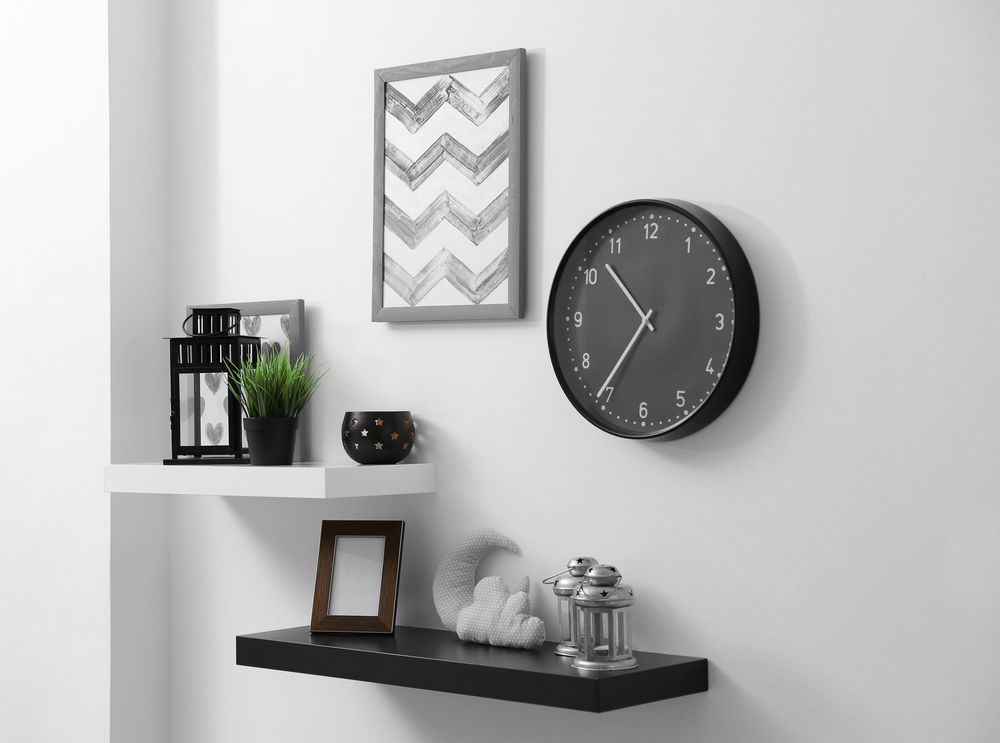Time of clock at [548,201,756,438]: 10:35
